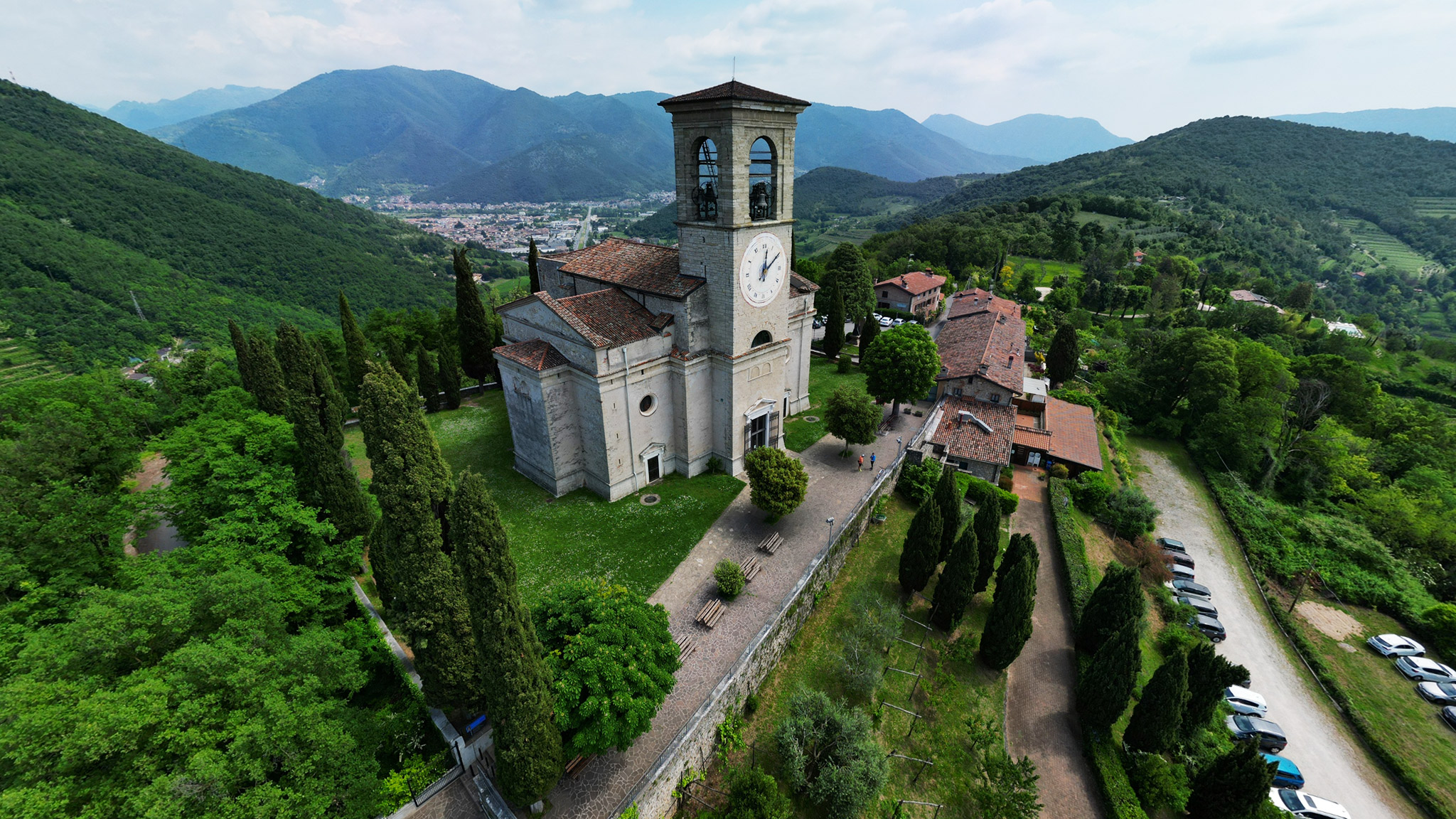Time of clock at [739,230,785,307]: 12:09
